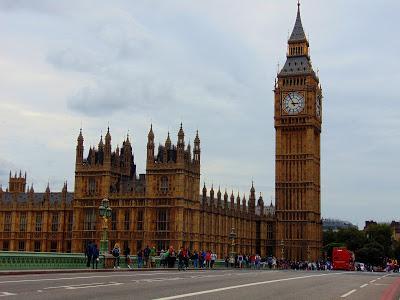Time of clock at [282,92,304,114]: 2:56
